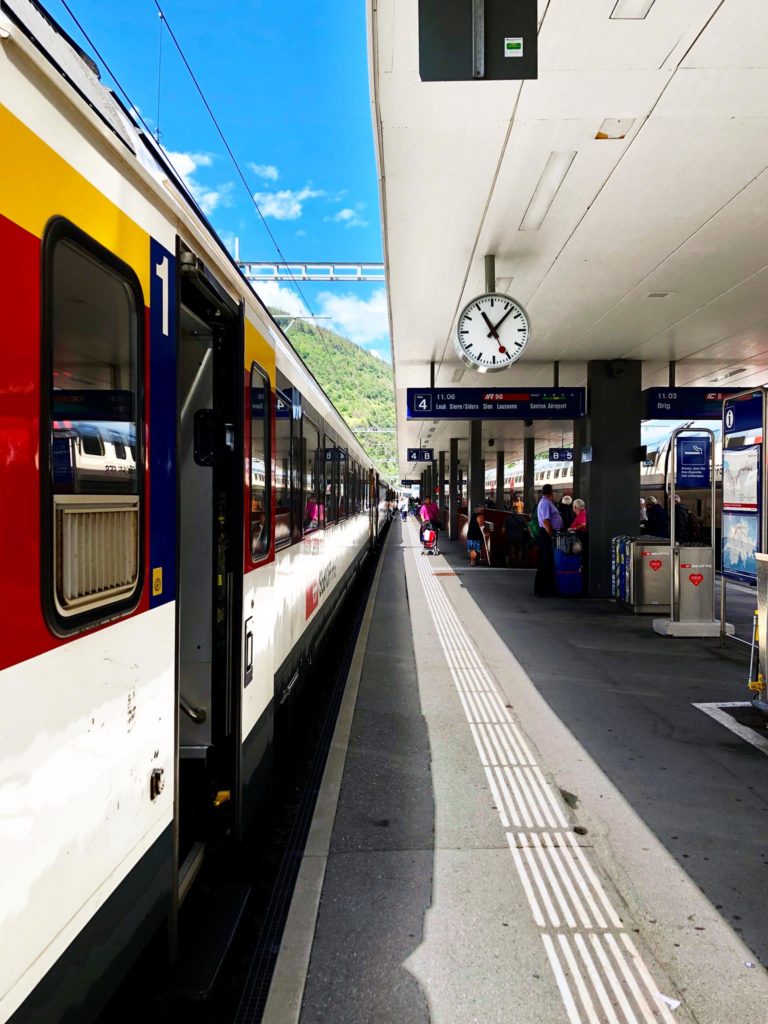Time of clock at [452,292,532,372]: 11:07
